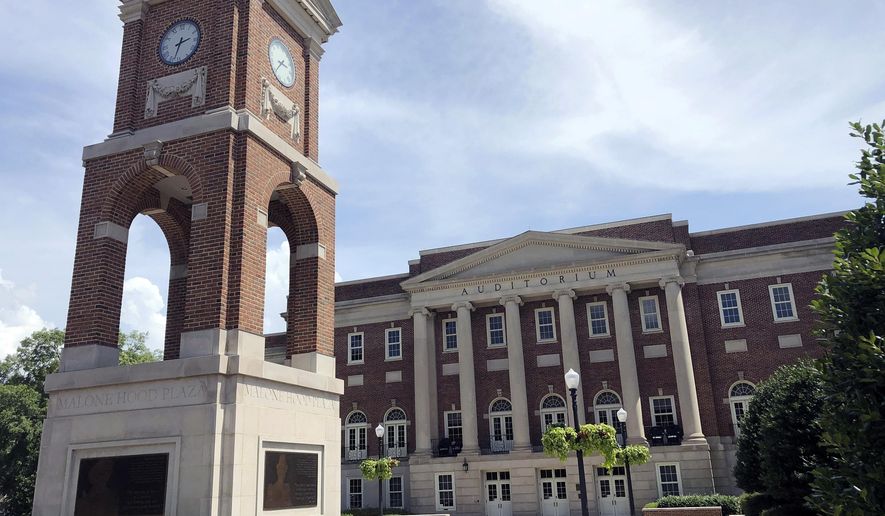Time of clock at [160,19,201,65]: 2:33
